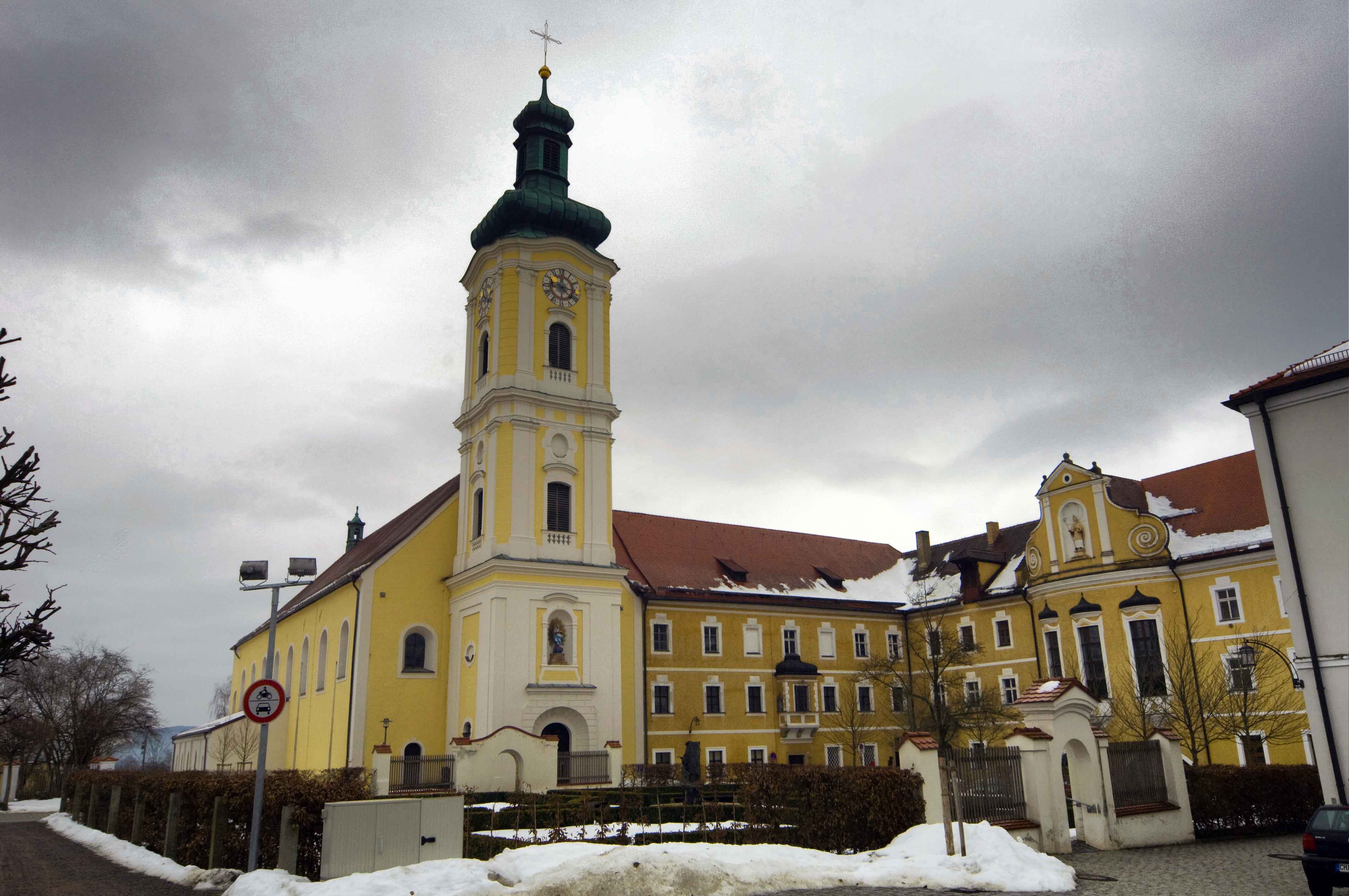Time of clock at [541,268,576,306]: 4:16
